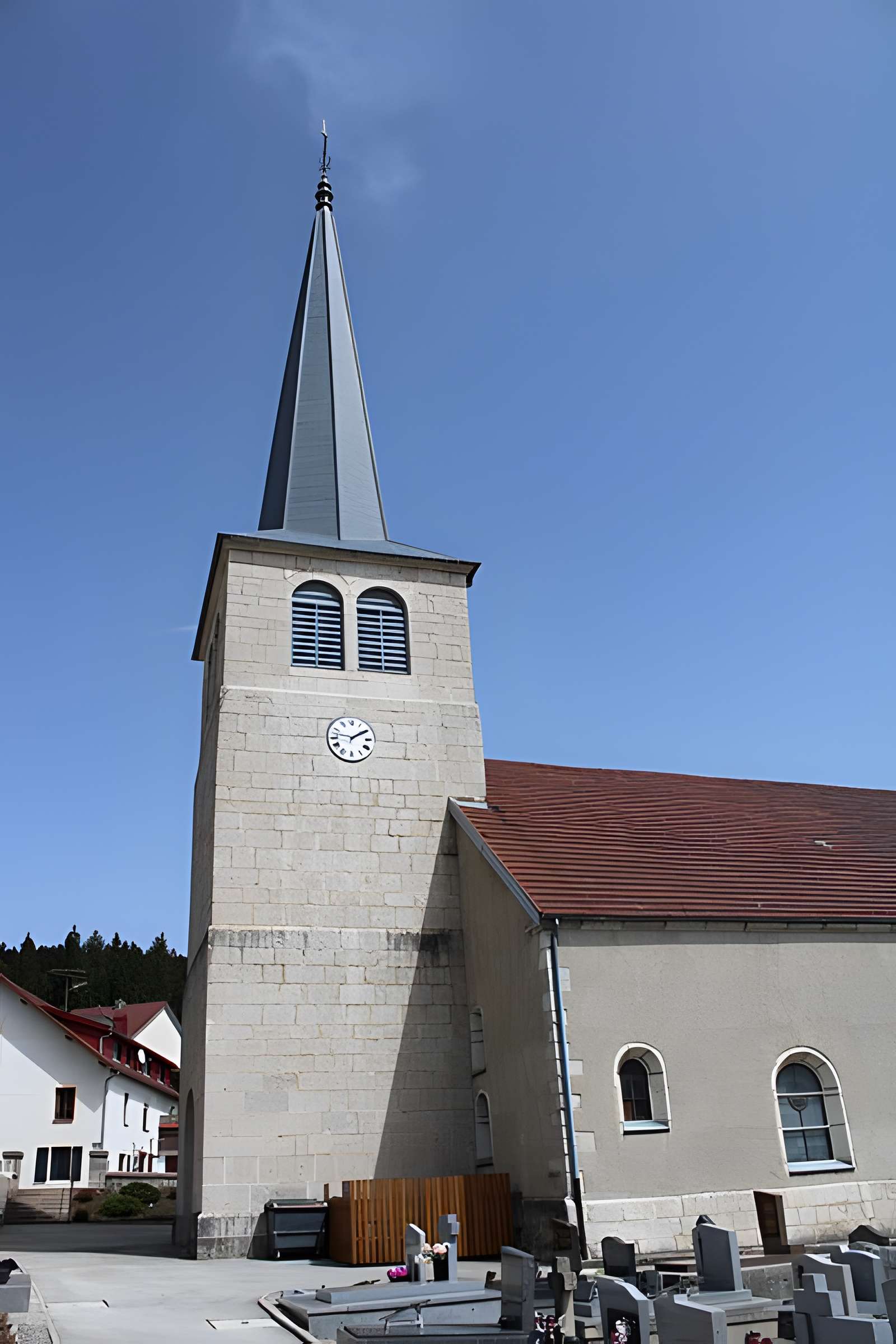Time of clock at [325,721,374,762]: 1:46
